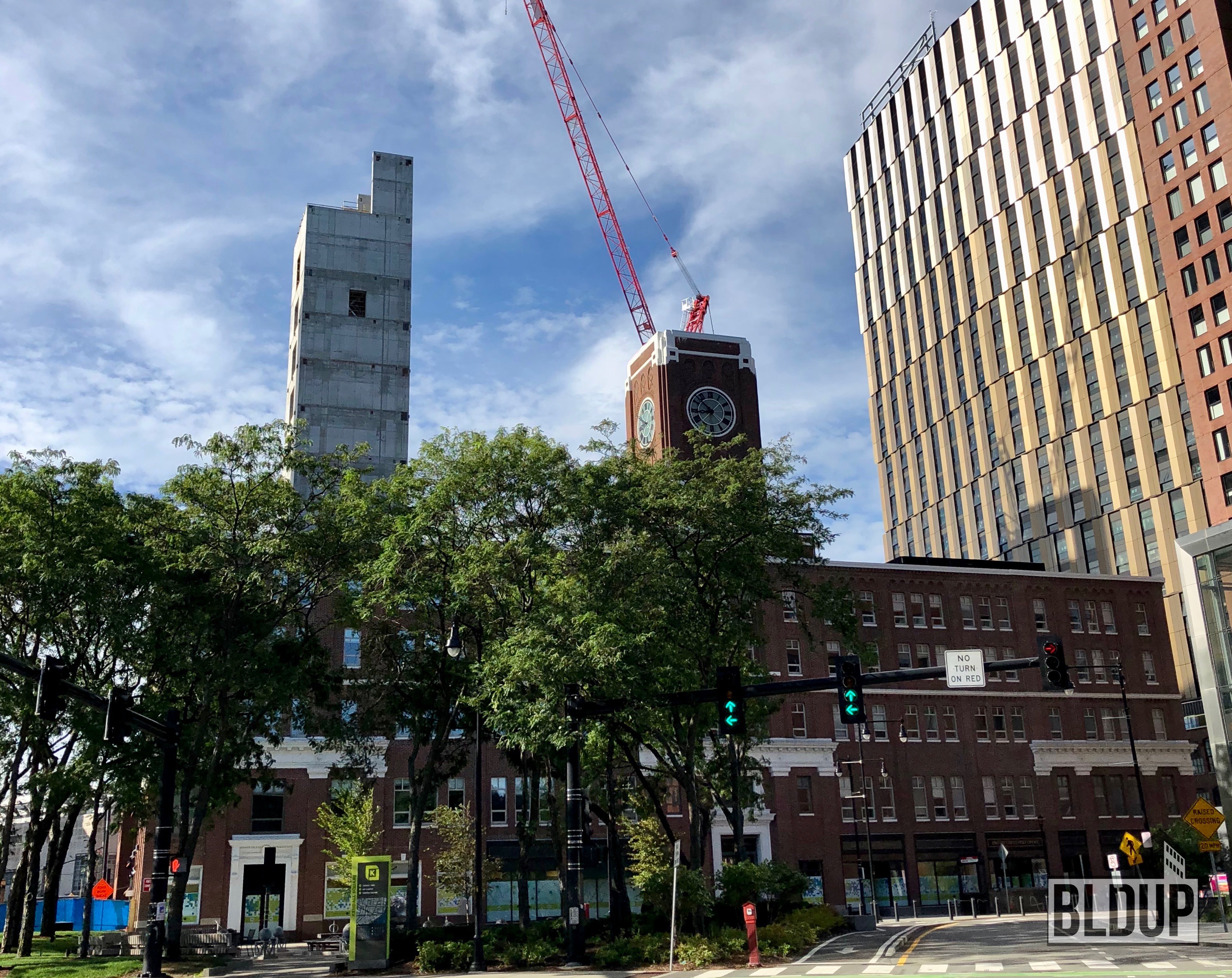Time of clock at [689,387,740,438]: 8:52
